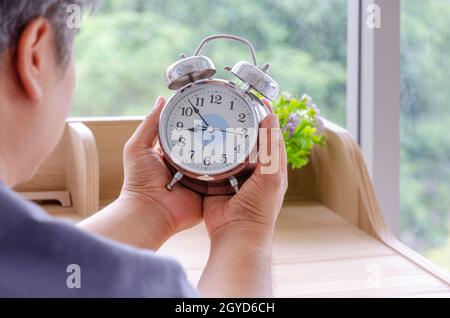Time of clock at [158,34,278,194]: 8:52
